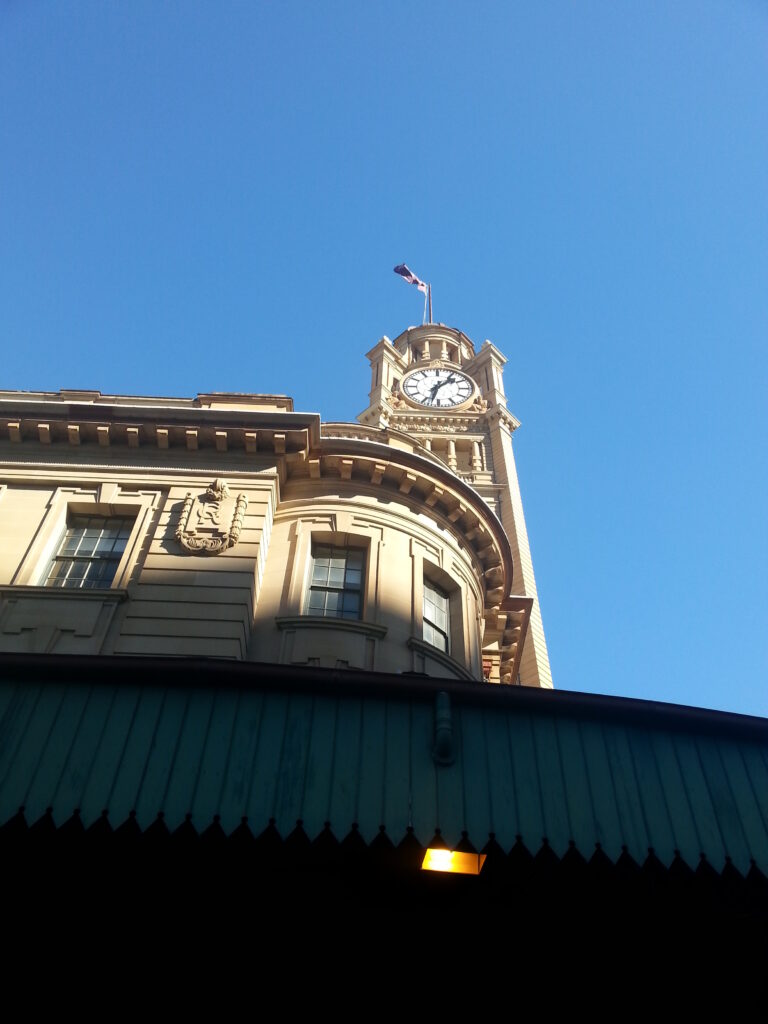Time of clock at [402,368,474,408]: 1:32
